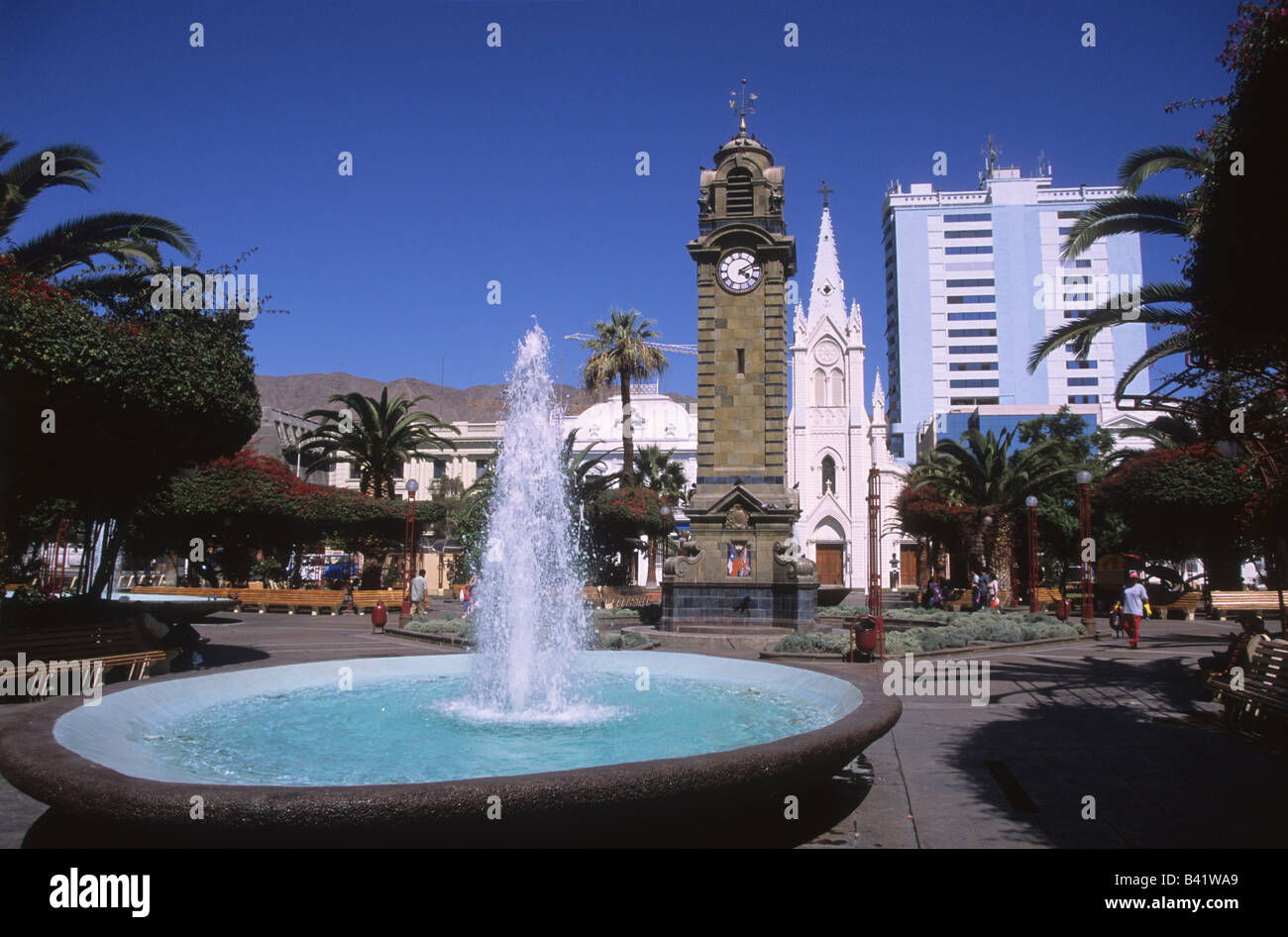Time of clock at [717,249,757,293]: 4:10
